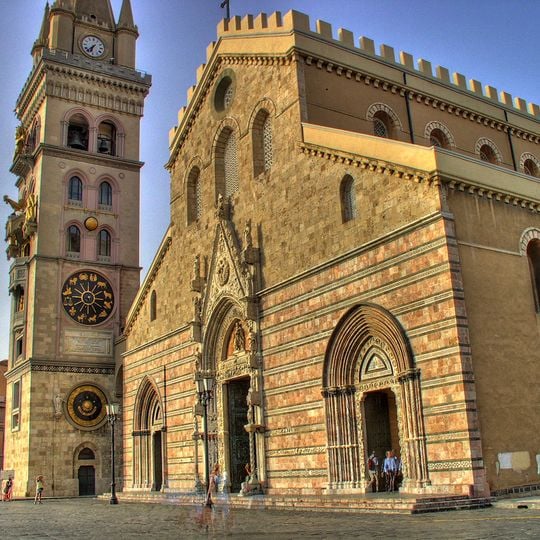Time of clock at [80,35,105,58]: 6:37
